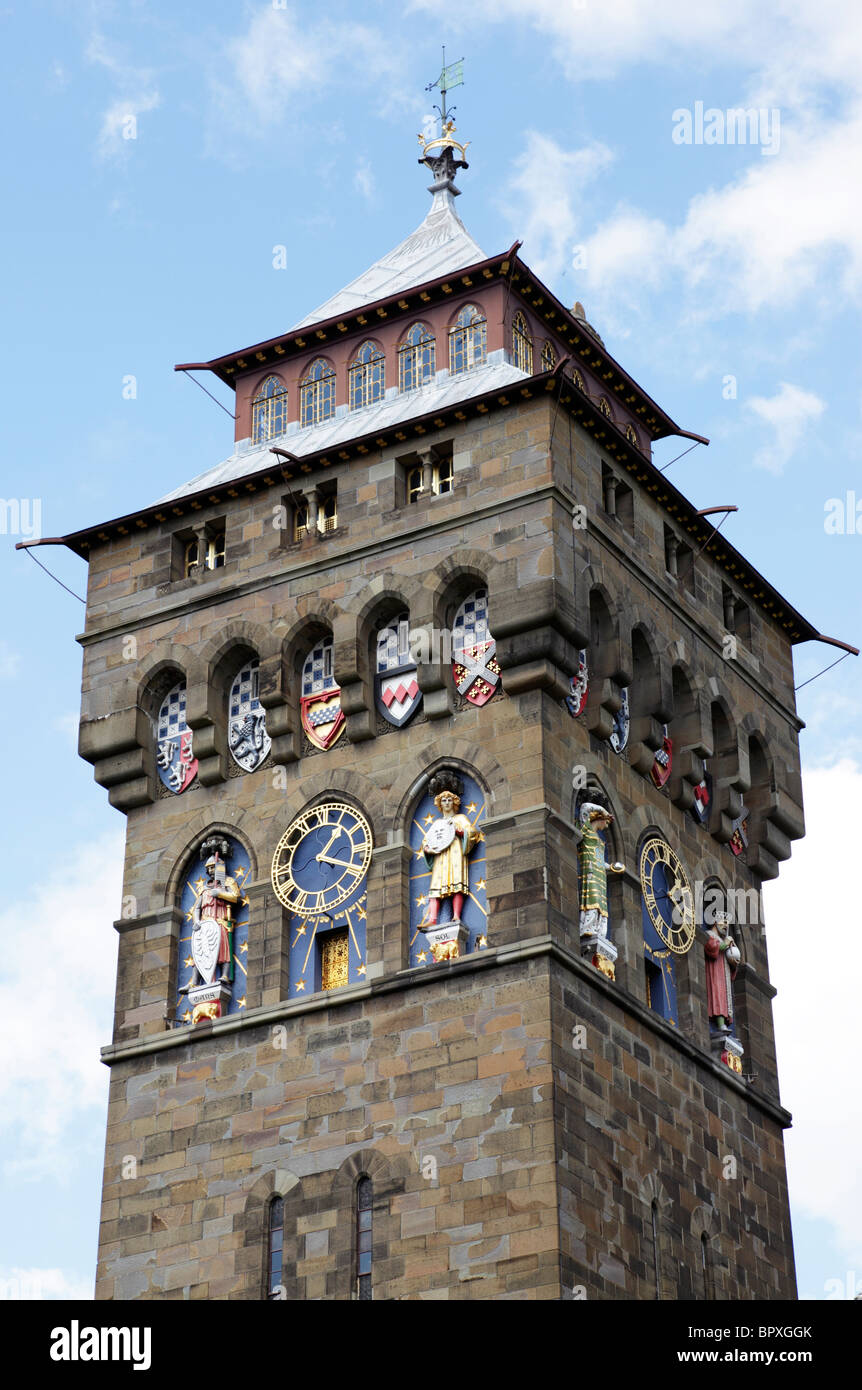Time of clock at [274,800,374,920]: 1:18
